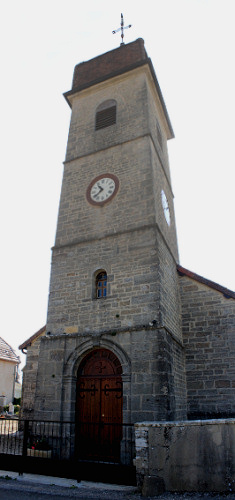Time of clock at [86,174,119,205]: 10:38
